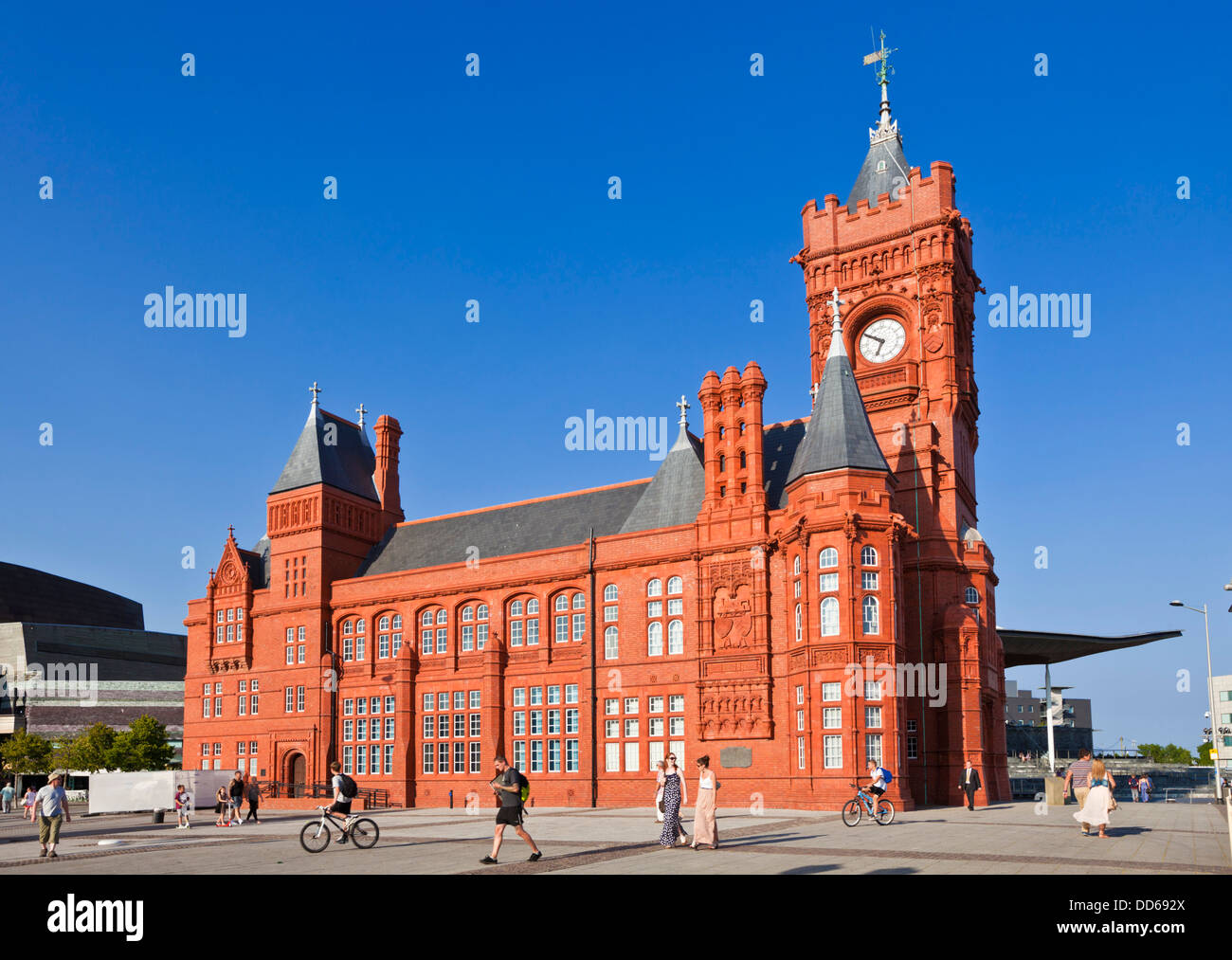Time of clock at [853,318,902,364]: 6:50
